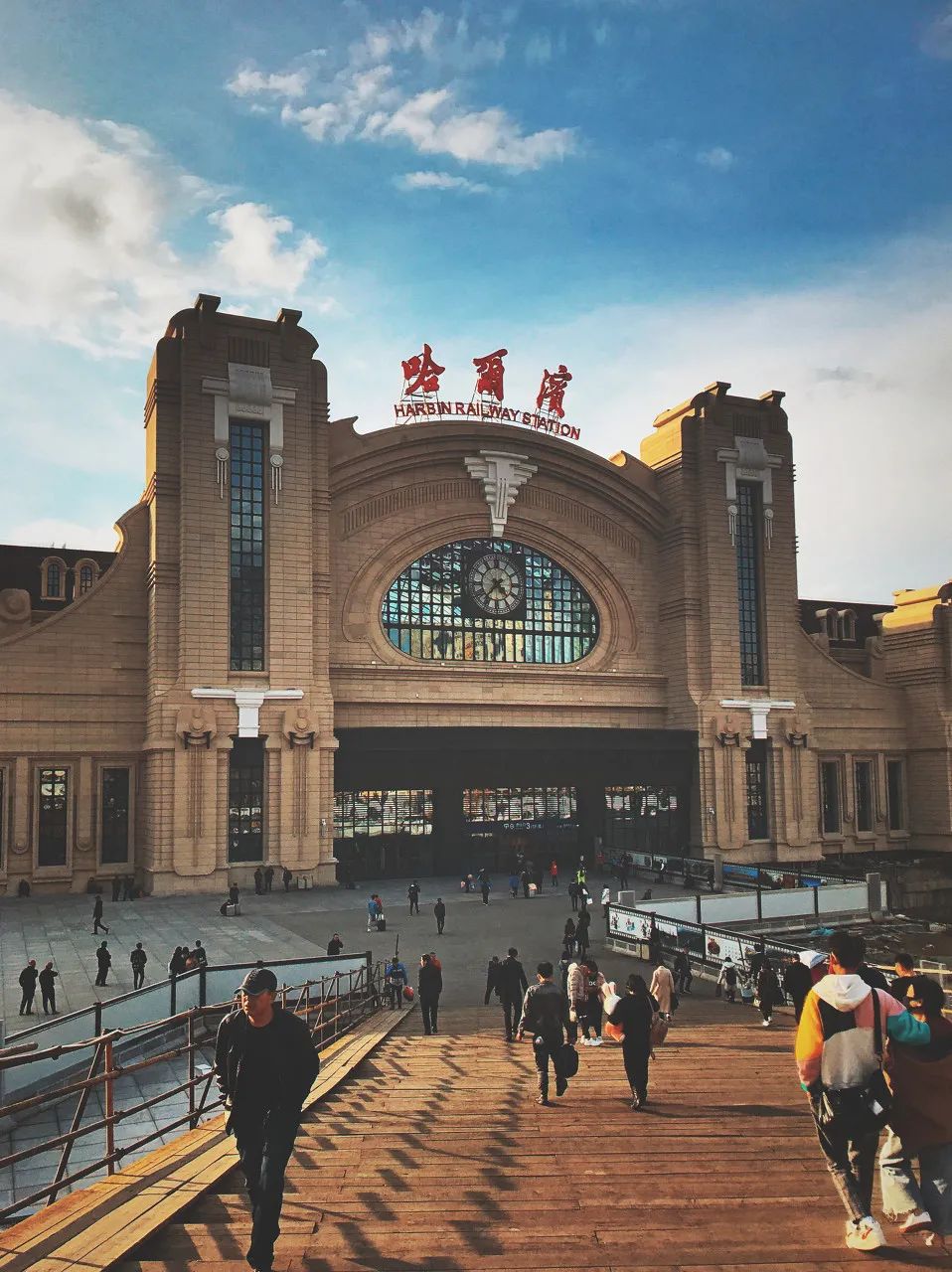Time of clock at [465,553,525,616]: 4:36
